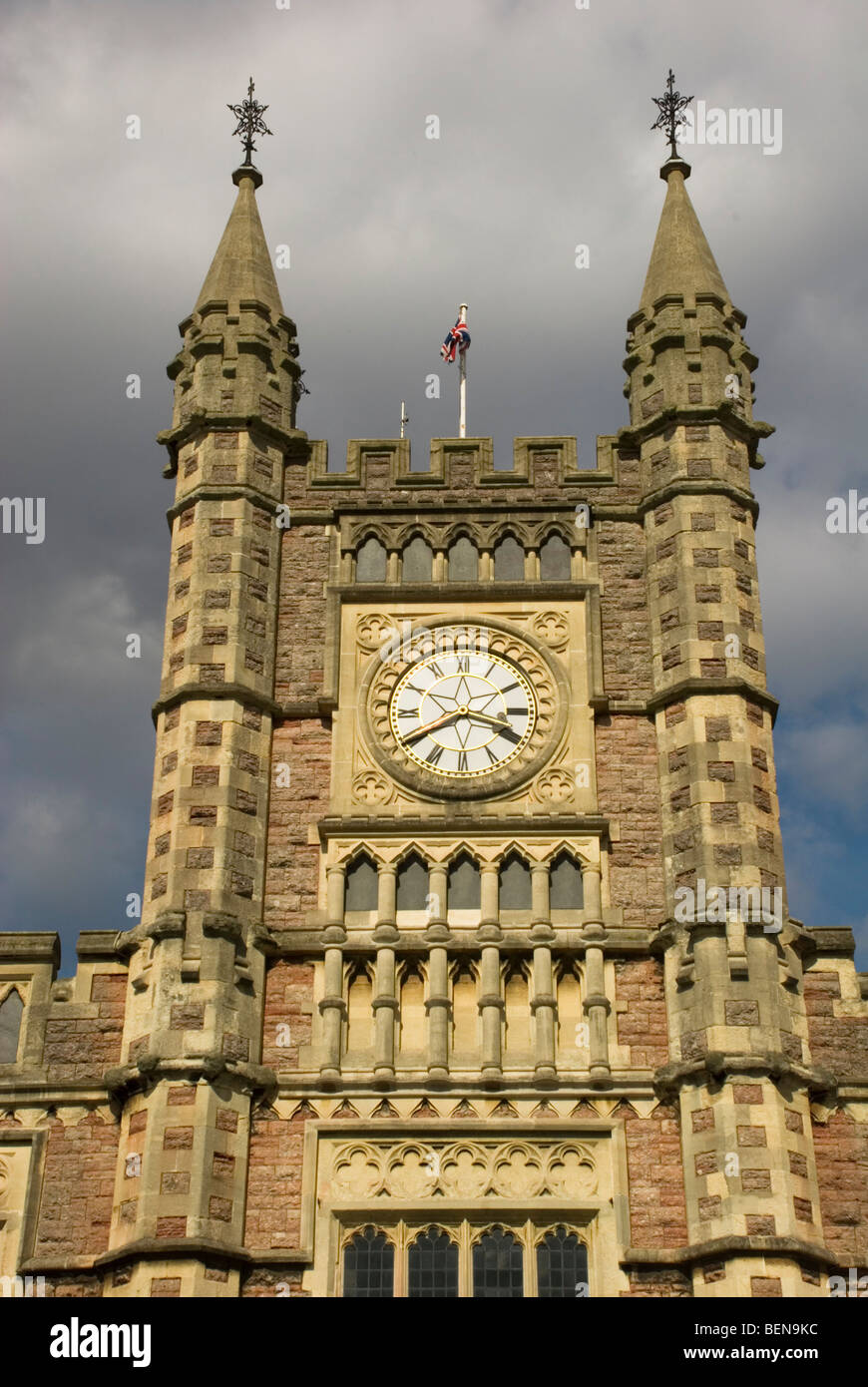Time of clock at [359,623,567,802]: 3:40
